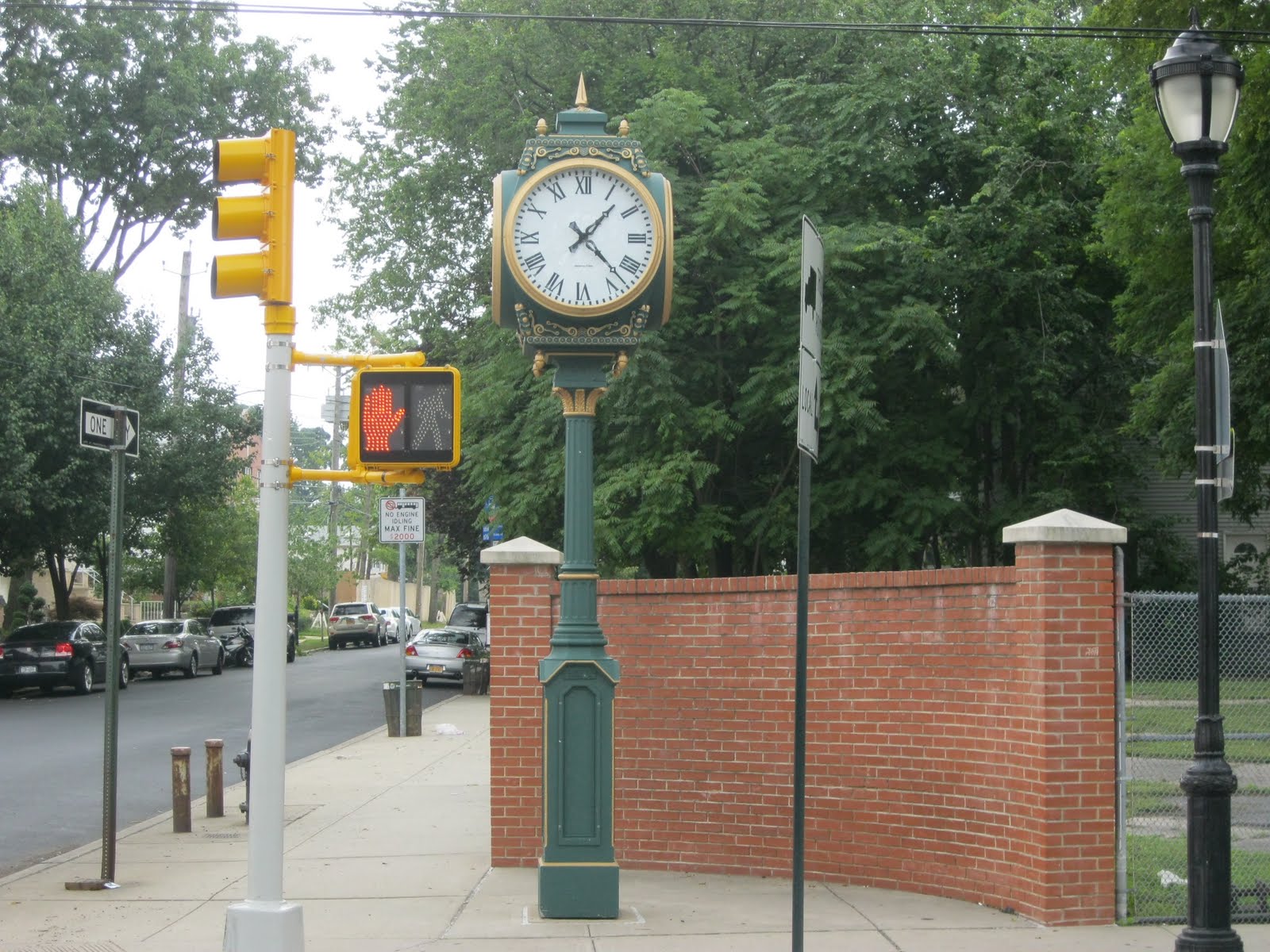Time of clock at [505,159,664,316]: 1:22
